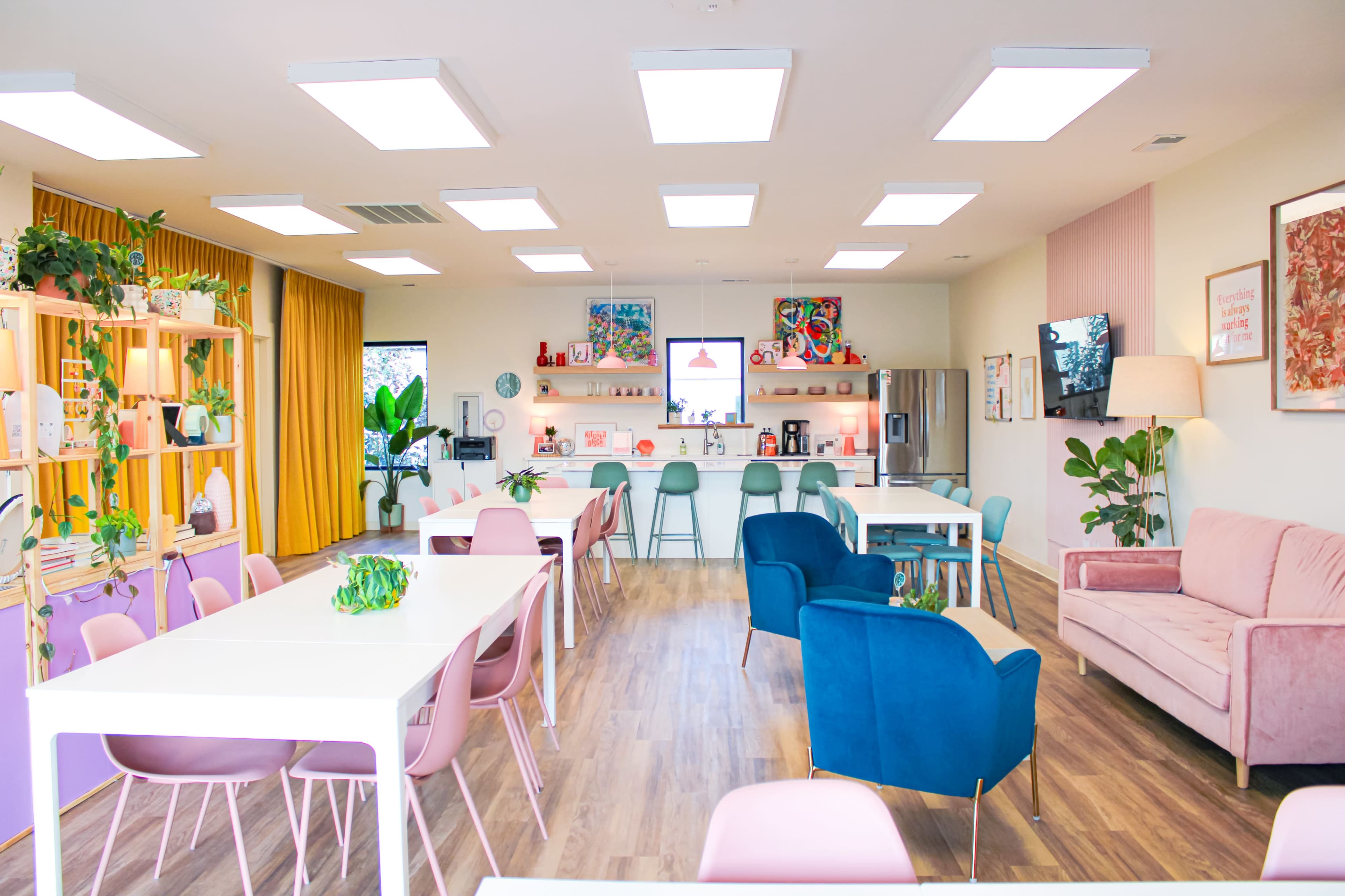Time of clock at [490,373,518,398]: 4:40
